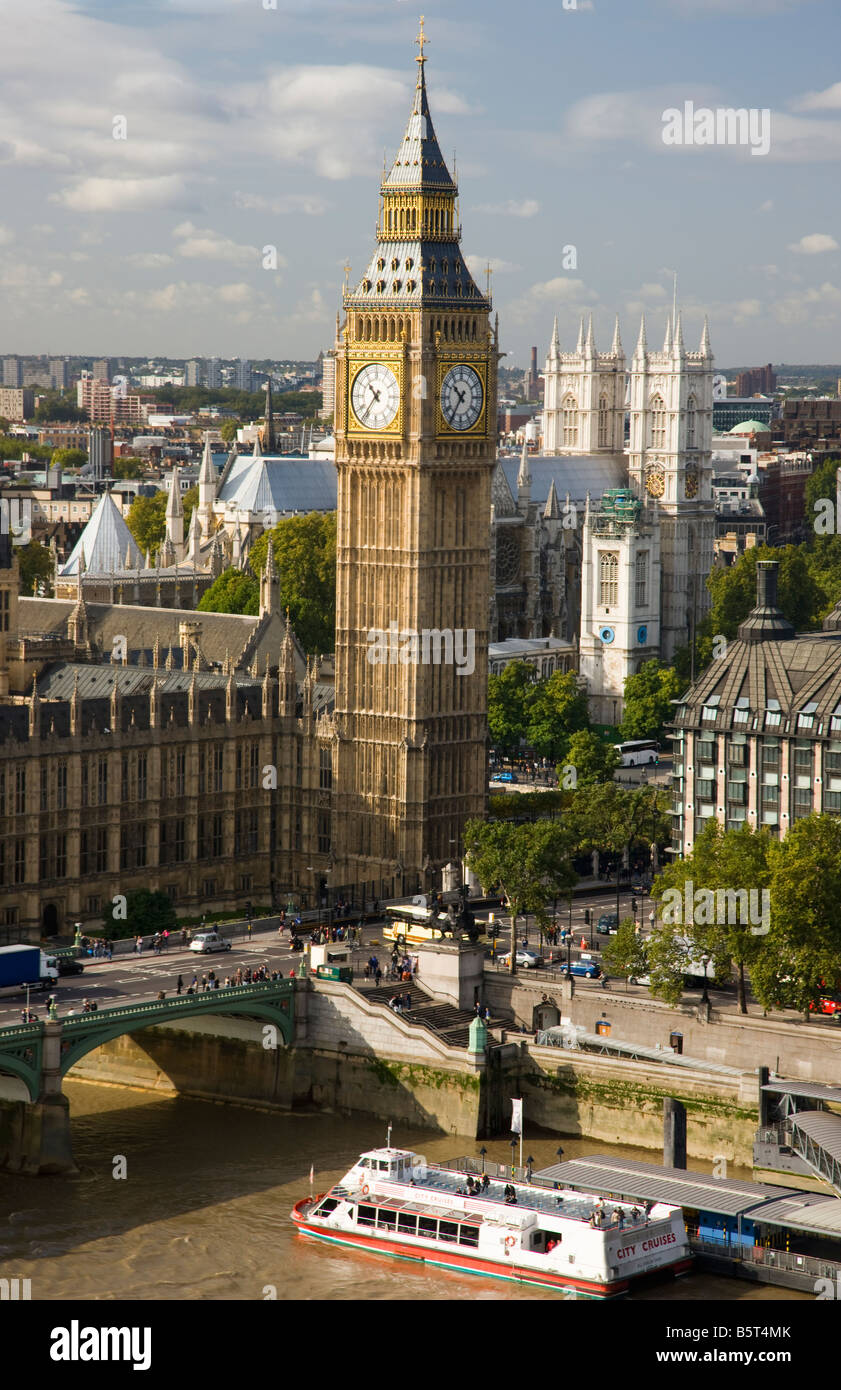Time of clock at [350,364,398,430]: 10:36
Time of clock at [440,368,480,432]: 10:35
